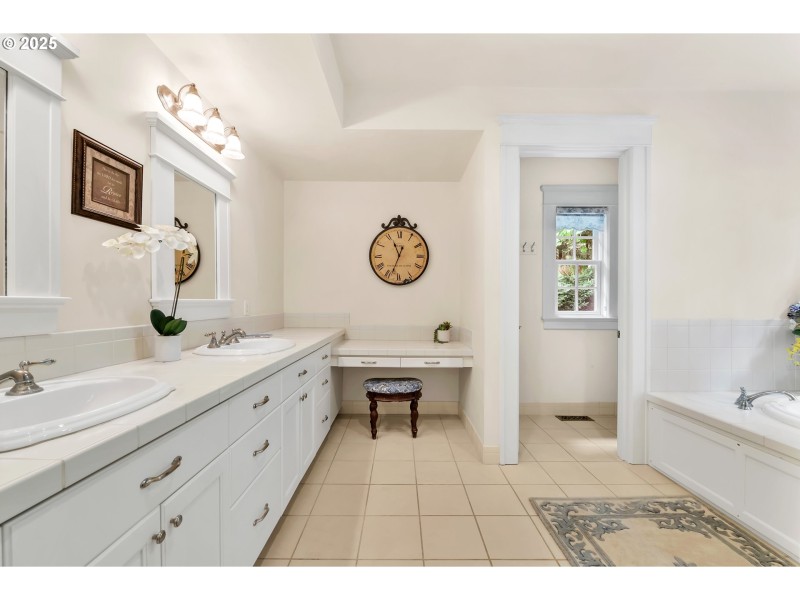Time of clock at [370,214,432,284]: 11:33
